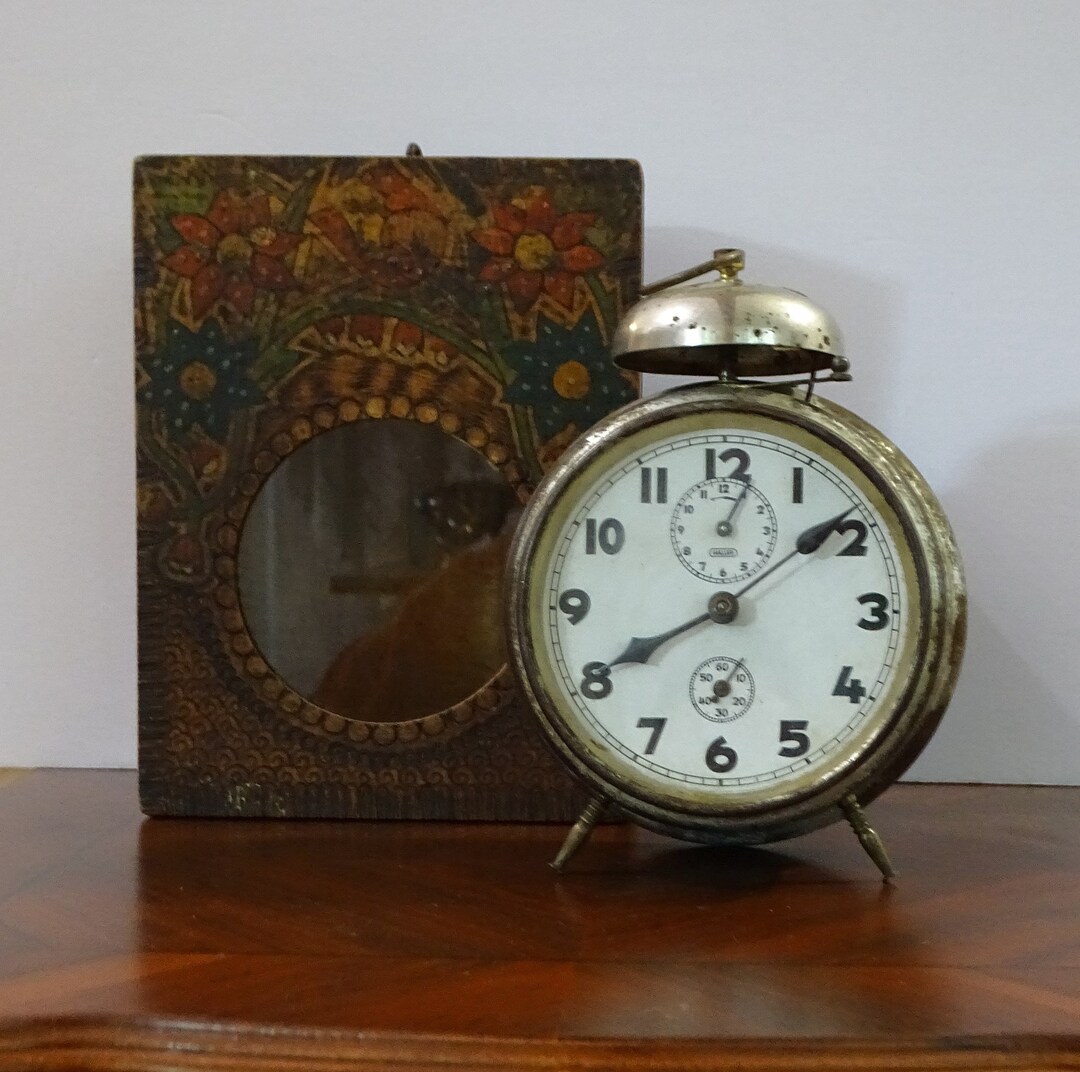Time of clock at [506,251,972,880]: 8:08
